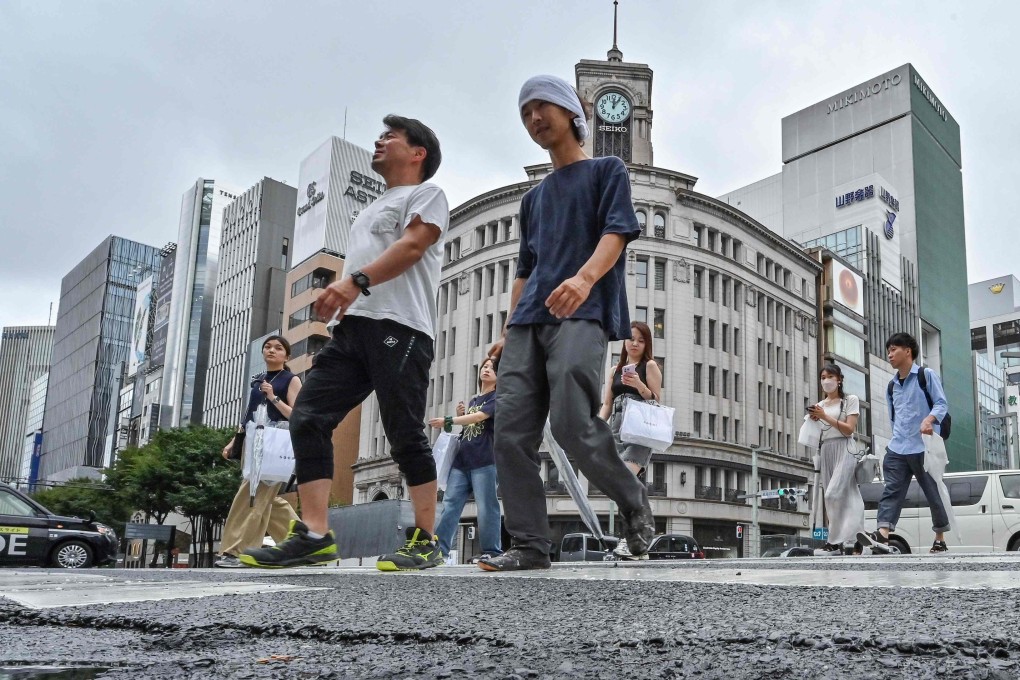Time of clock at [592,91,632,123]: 12:05
